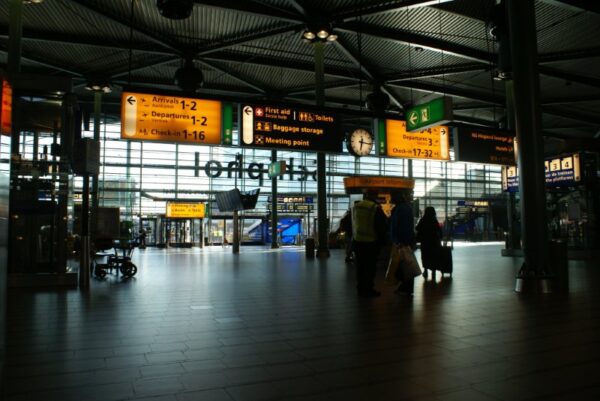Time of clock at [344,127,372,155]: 6:15
